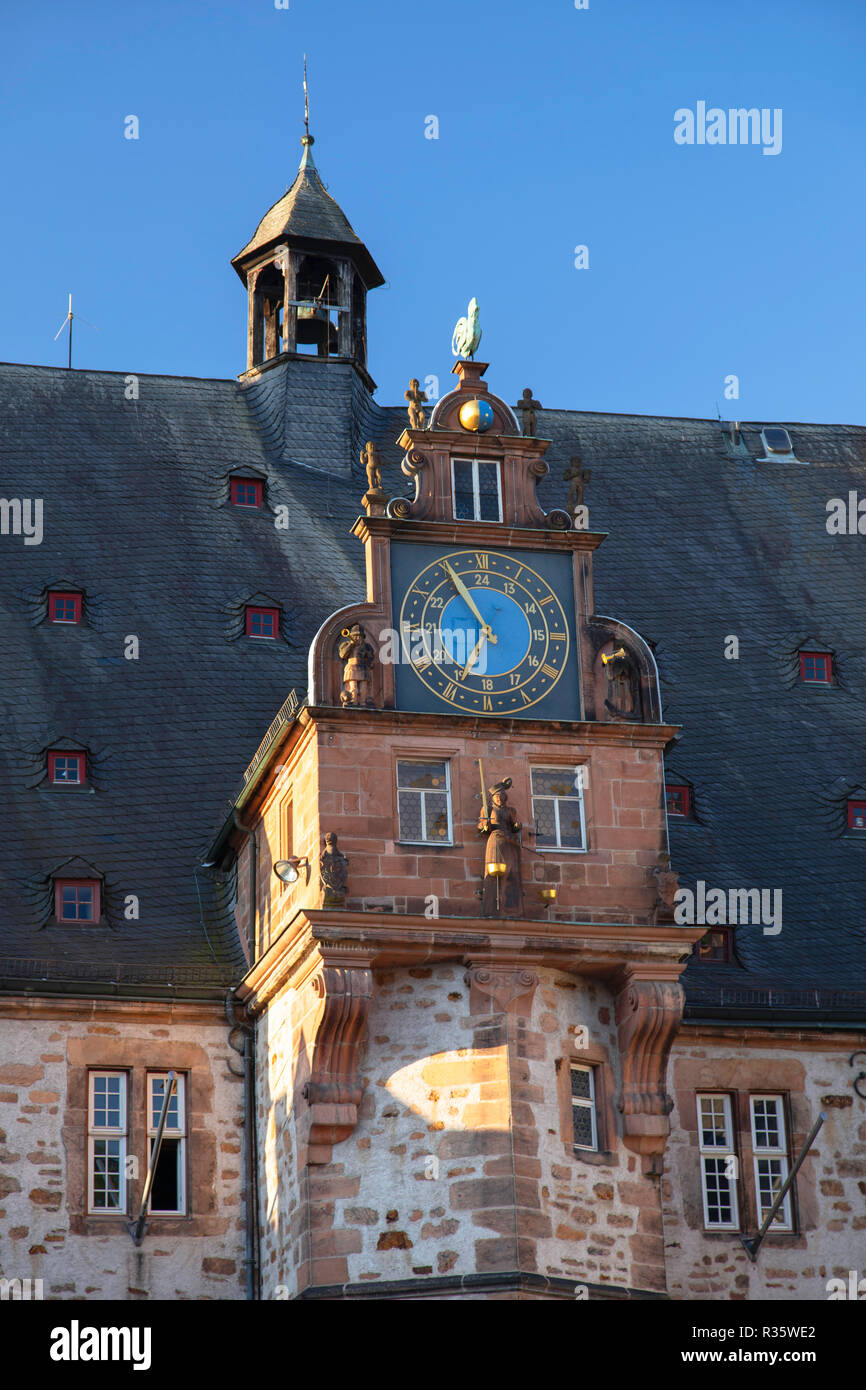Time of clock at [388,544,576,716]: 6:54
